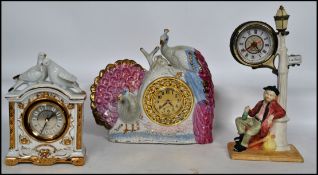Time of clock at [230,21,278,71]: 4:38
